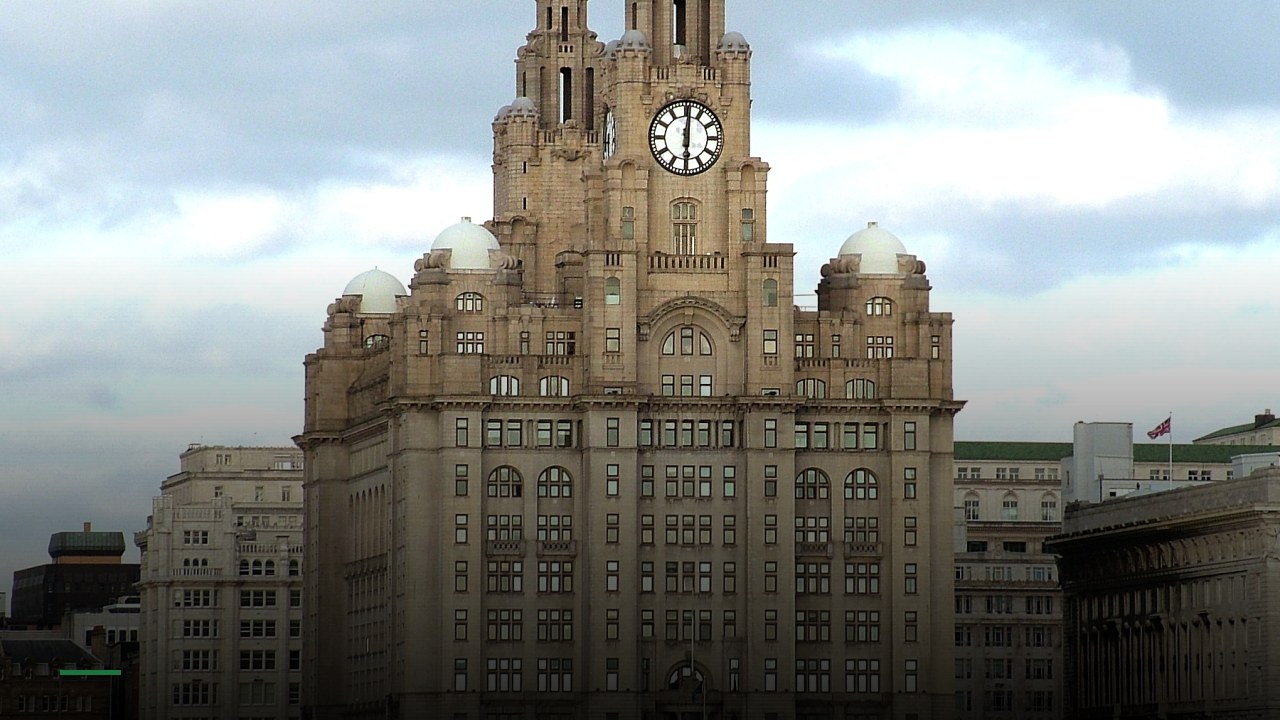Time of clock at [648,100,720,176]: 6:00
